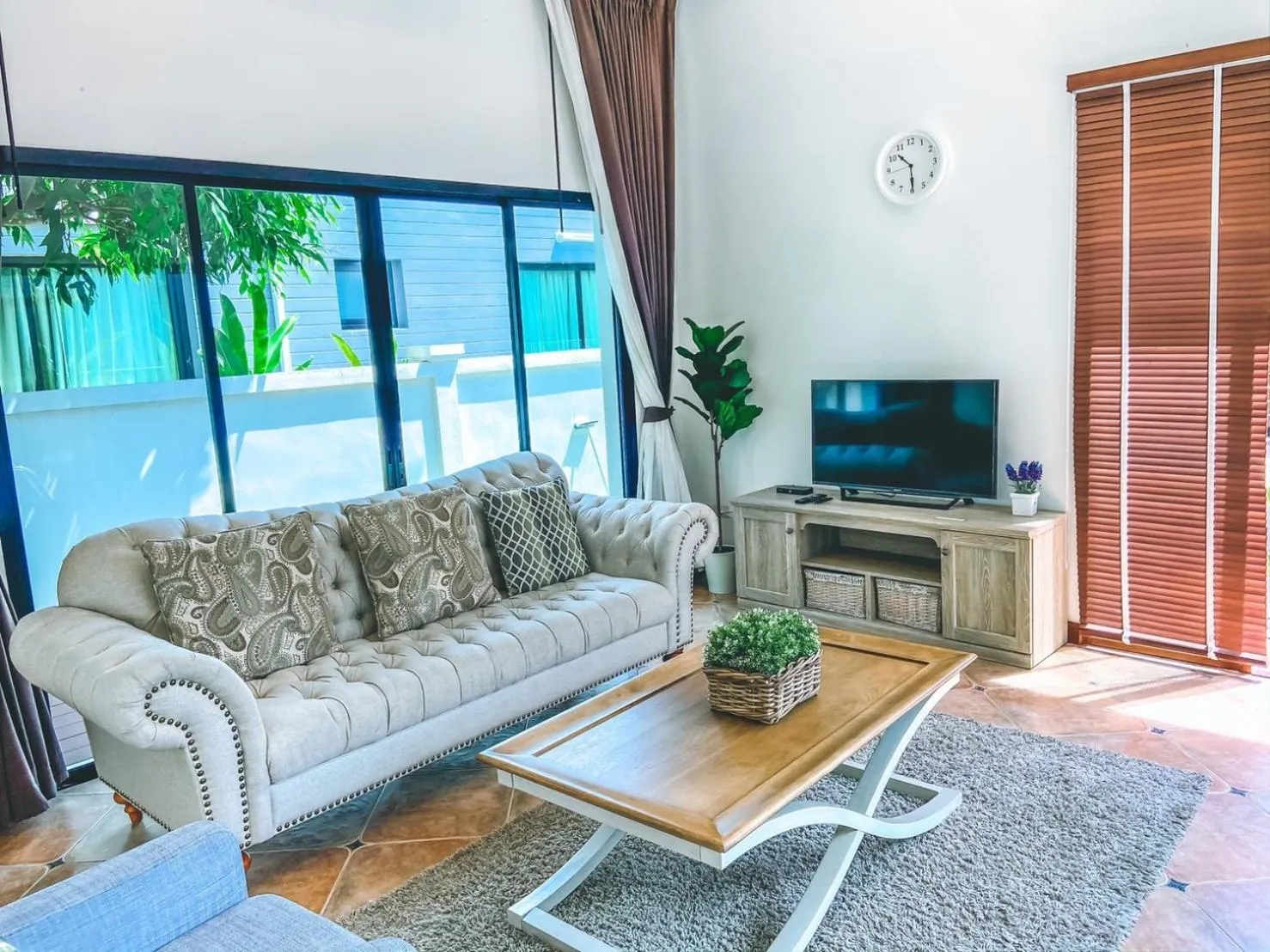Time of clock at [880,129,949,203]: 10:29
